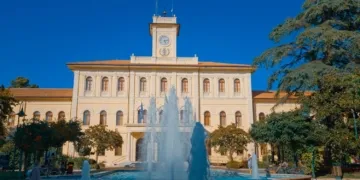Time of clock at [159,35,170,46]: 5:12
